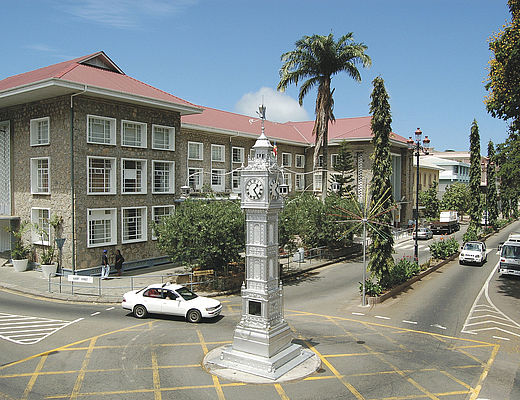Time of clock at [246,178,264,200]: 1:24
